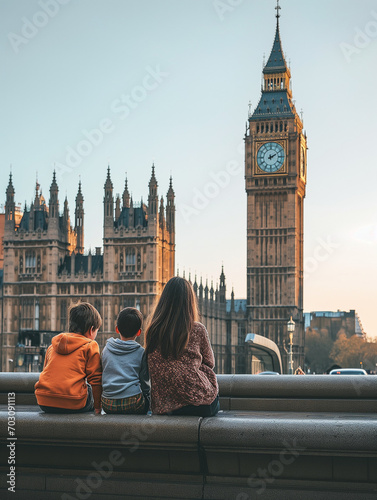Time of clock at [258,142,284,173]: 2:10
